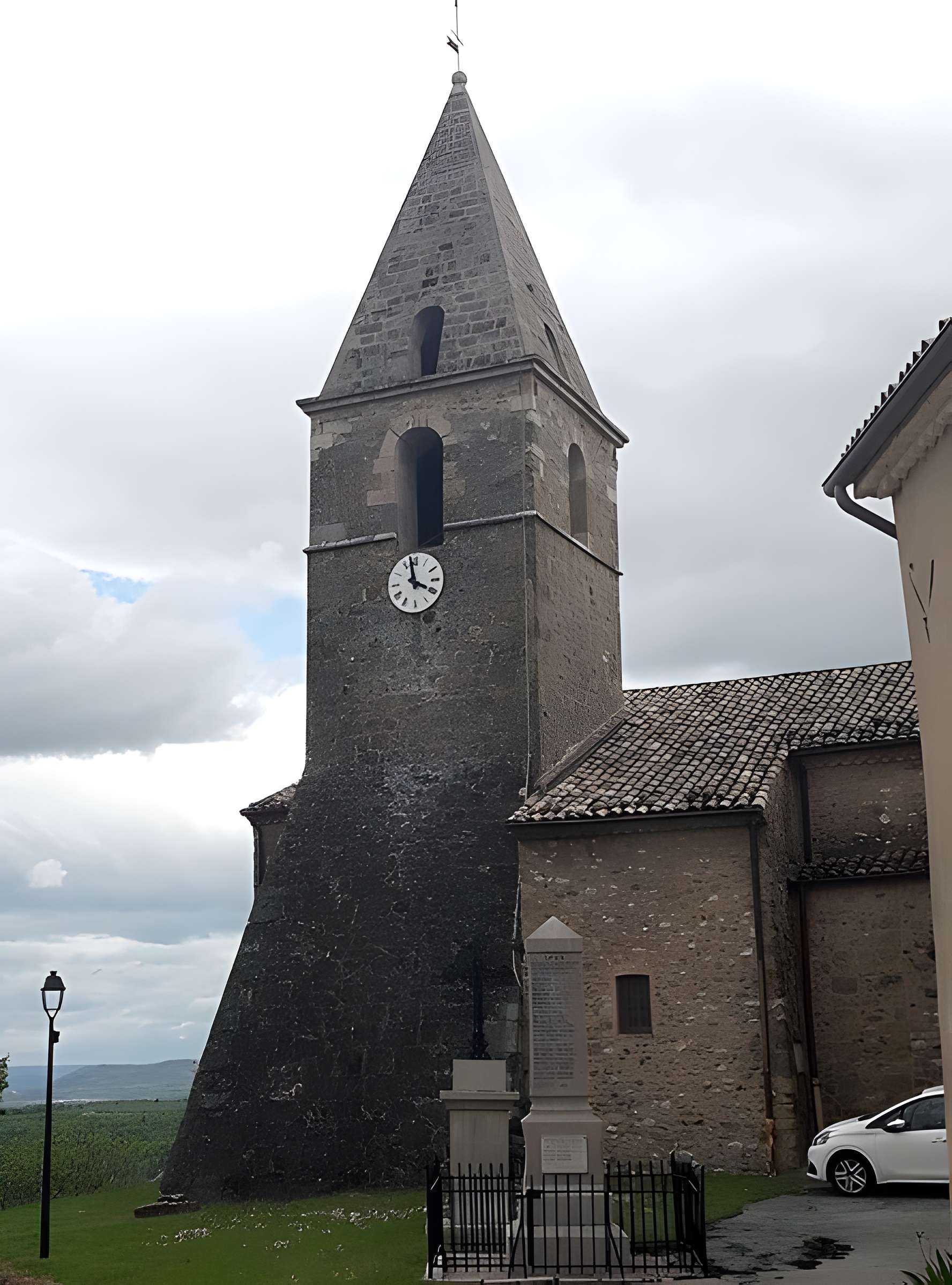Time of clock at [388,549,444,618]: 3:58
